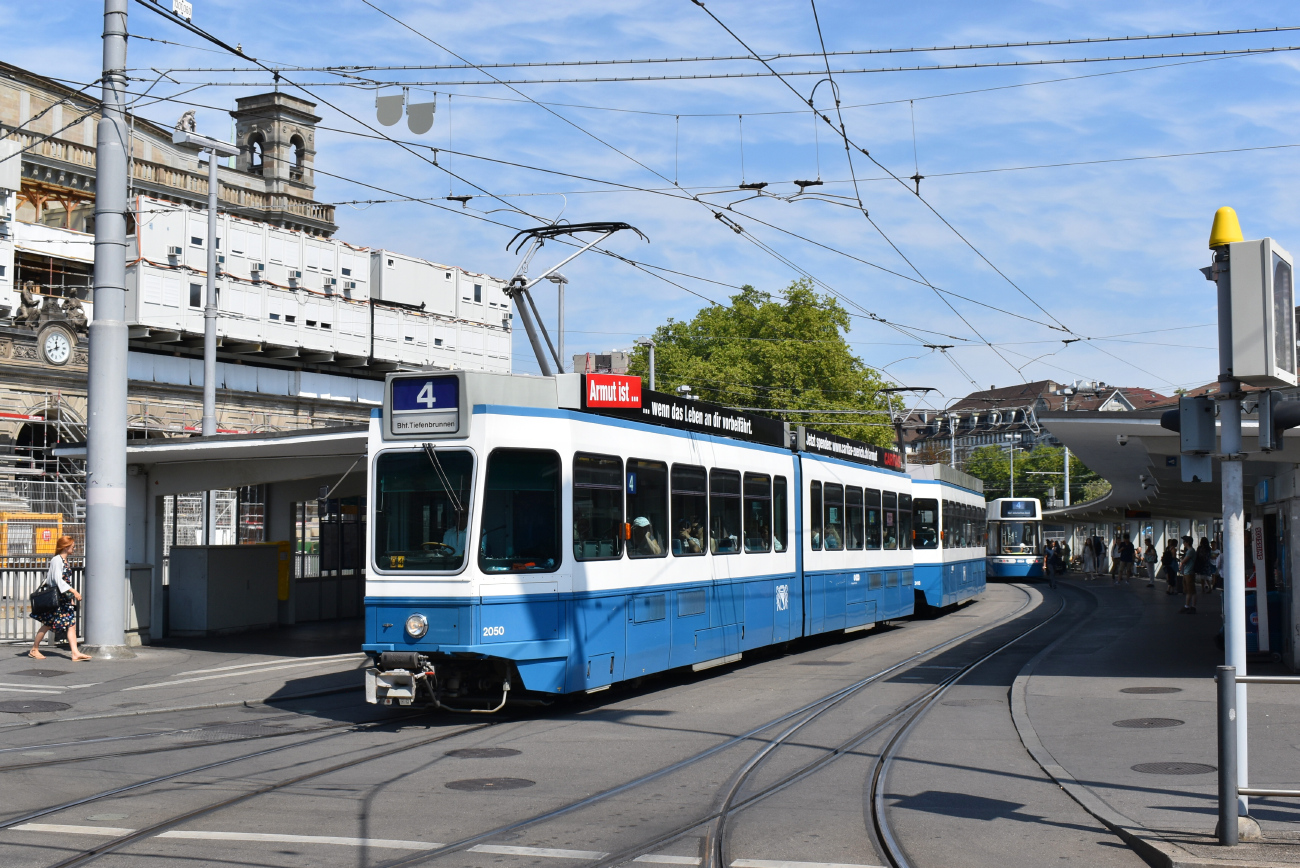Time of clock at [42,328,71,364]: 11:41
